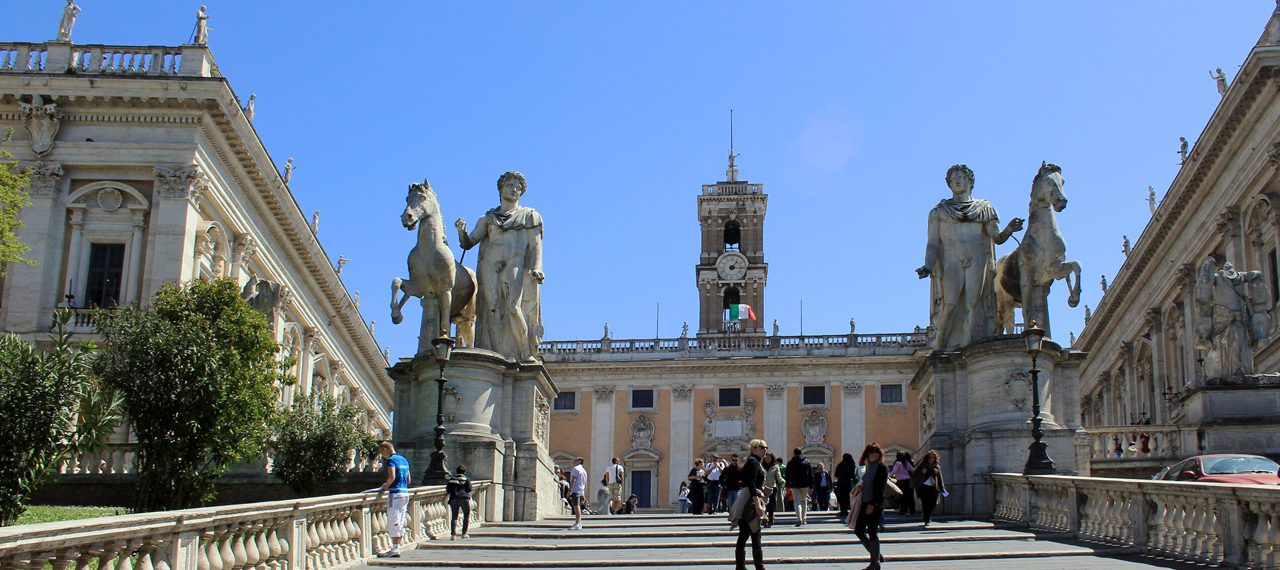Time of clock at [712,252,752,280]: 1:16
